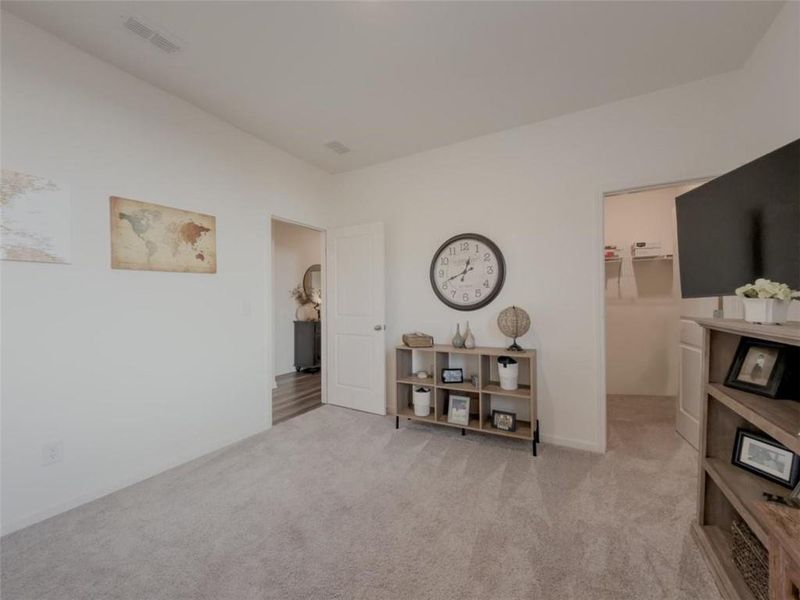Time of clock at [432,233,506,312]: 12:41
